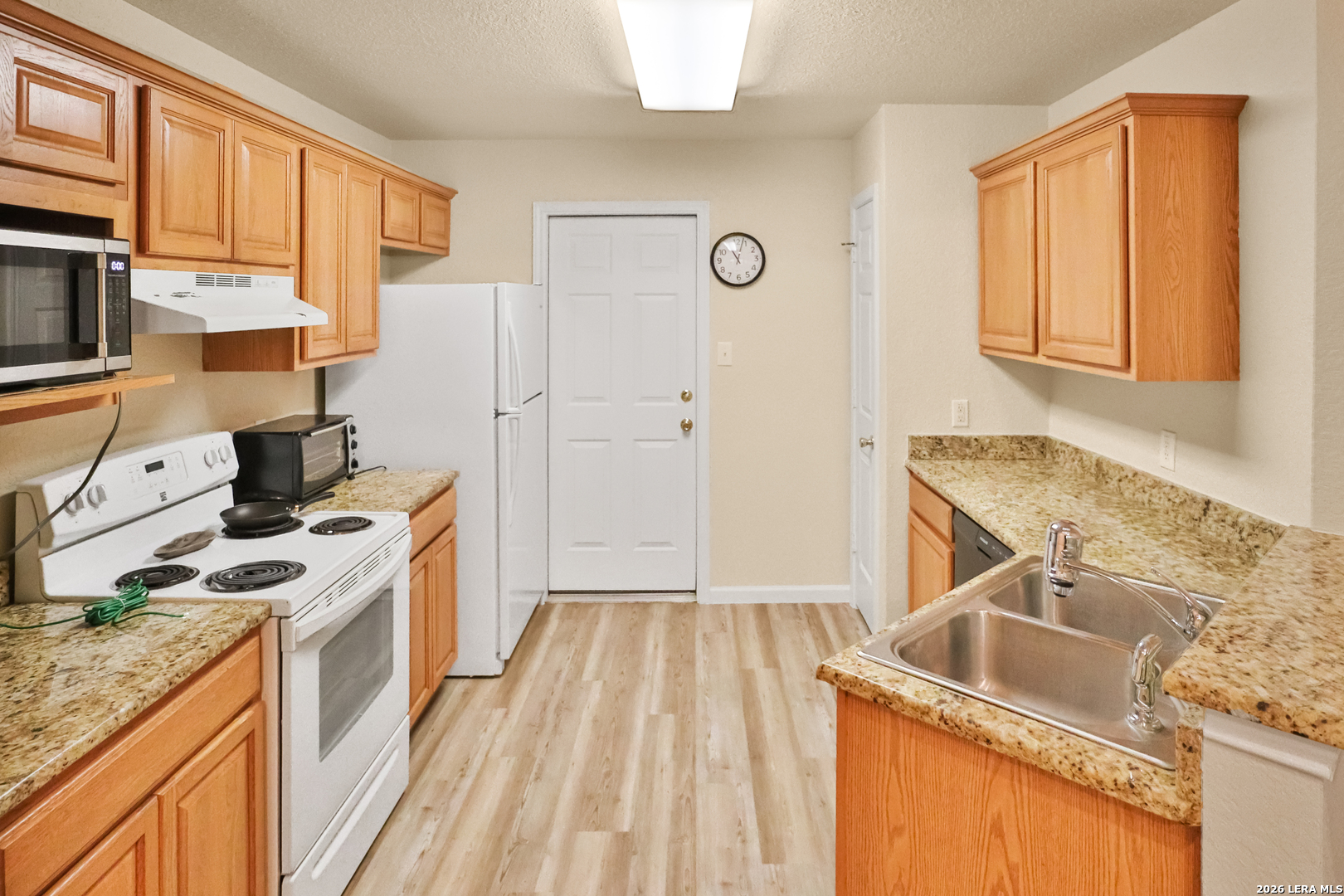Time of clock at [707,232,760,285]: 11:03
